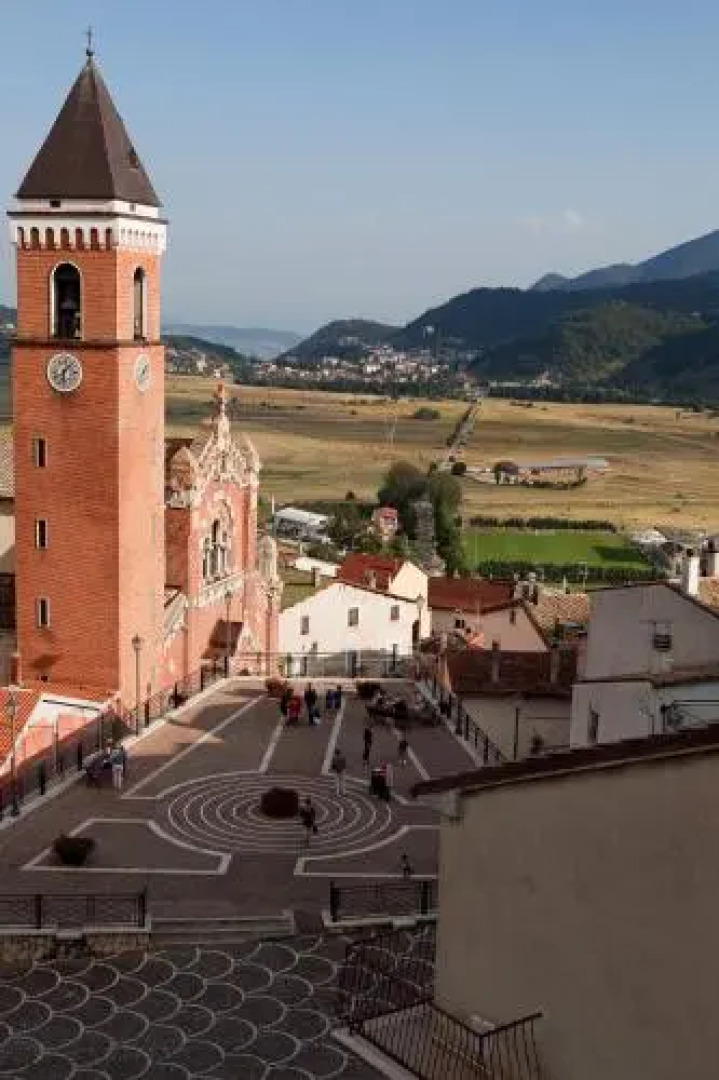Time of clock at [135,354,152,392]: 6:34
